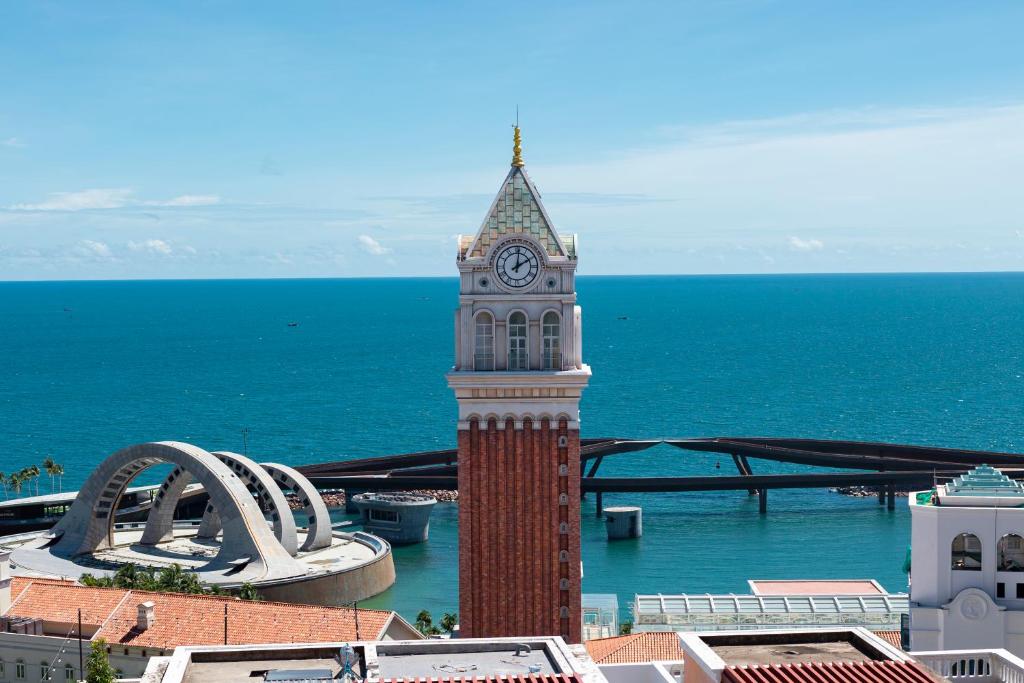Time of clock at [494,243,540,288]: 2:01
